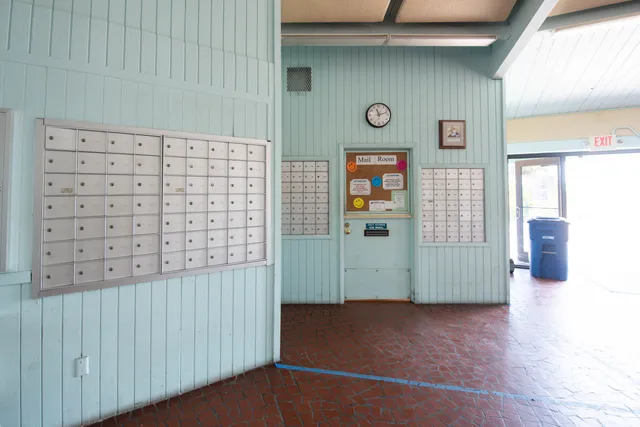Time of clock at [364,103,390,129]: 11:12
